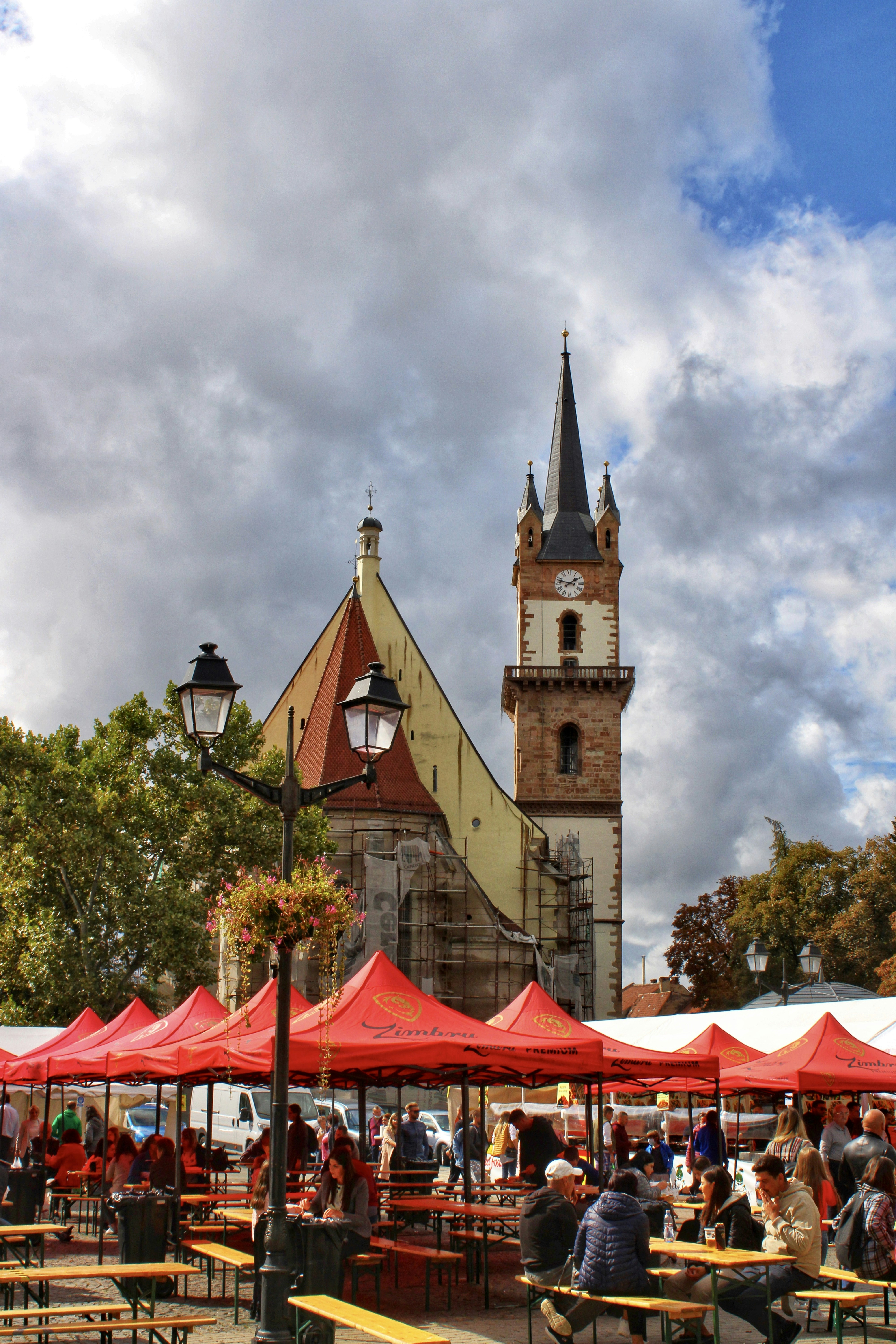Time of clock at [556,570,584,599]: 1:47
